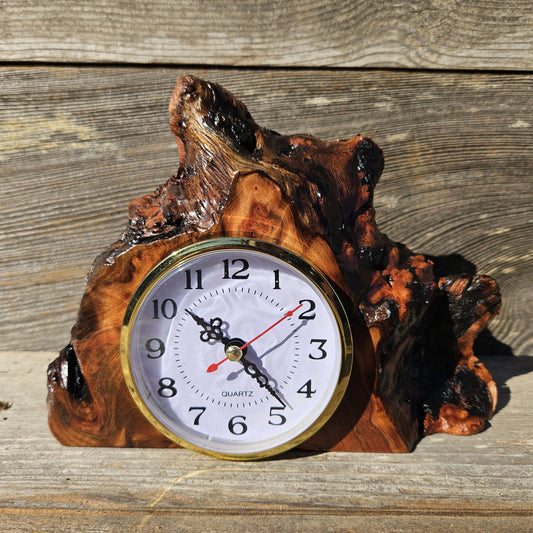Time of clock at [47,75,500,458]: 10:23
